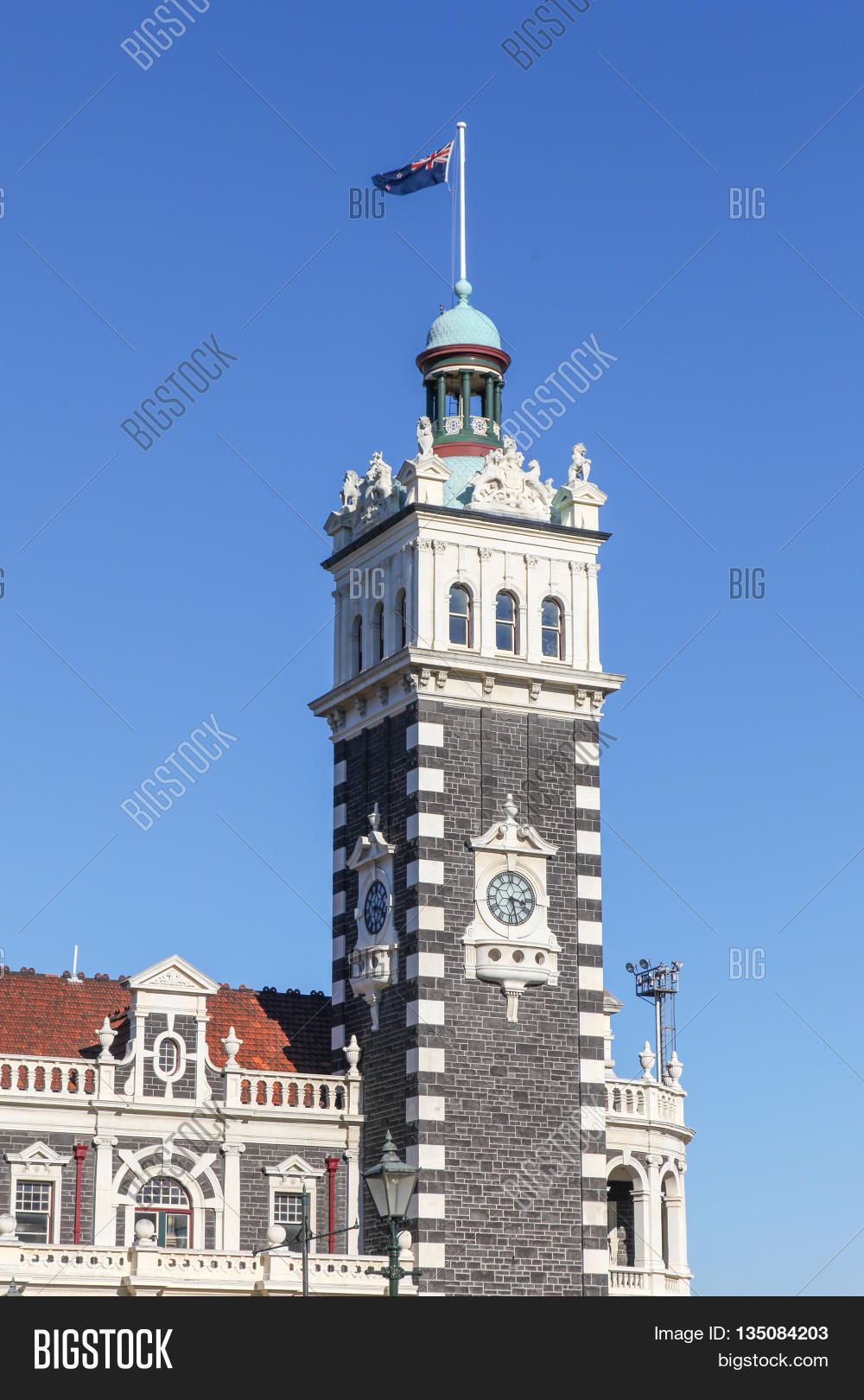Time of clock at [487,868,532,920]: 3:27
